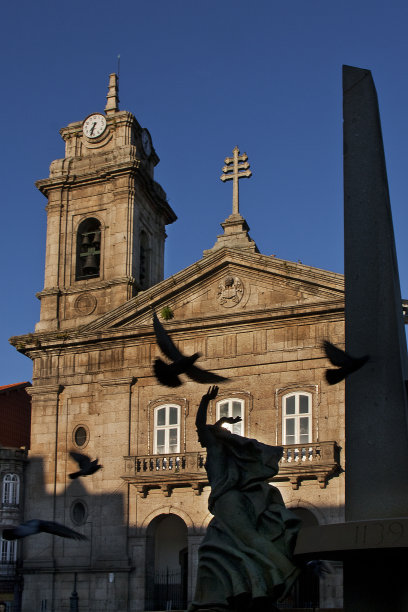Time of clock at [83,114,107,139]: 7:32
